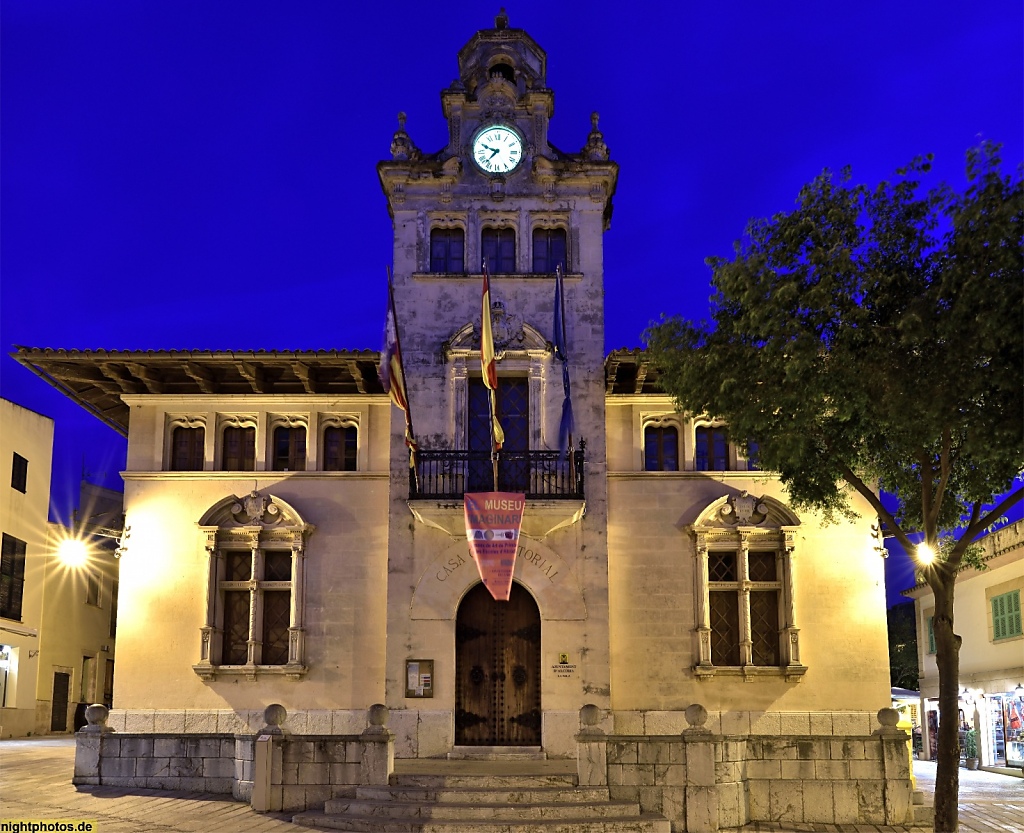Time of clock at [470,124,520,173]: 9:36
